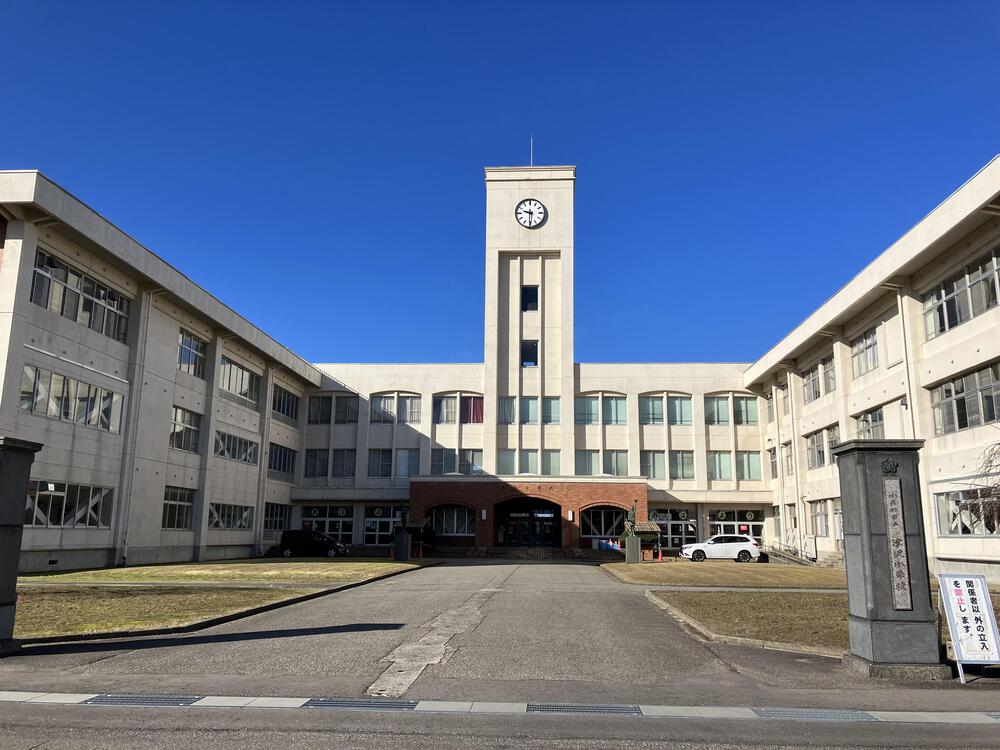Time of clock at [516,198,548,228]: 9:30
